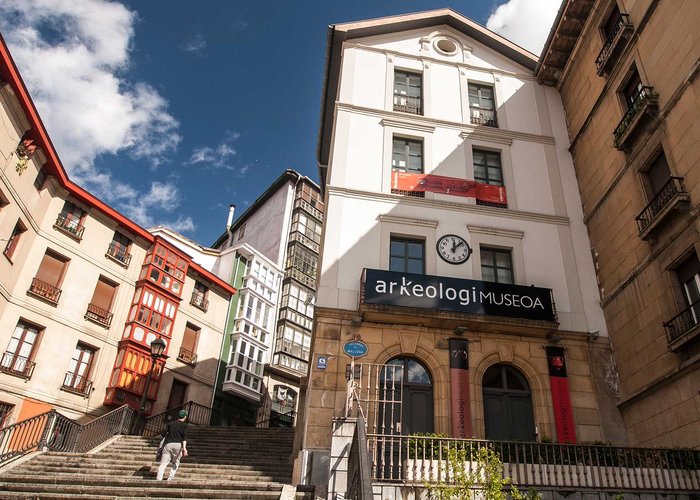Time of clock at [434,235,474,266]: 12:07
